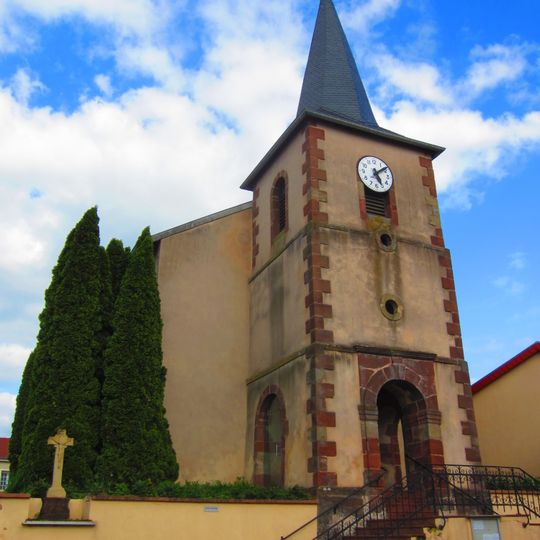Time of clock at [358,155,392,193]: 5:08
